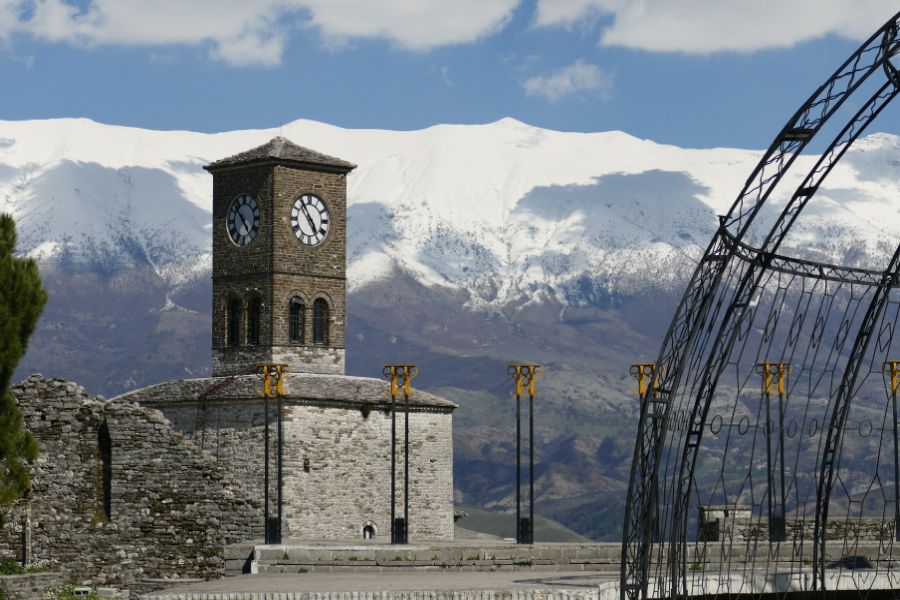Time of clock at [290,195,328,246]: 4:54
